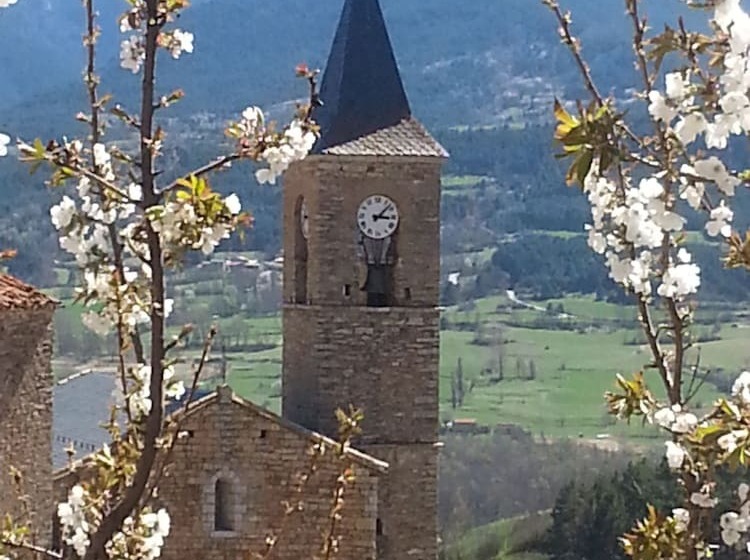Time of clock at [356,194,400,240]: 3:07
